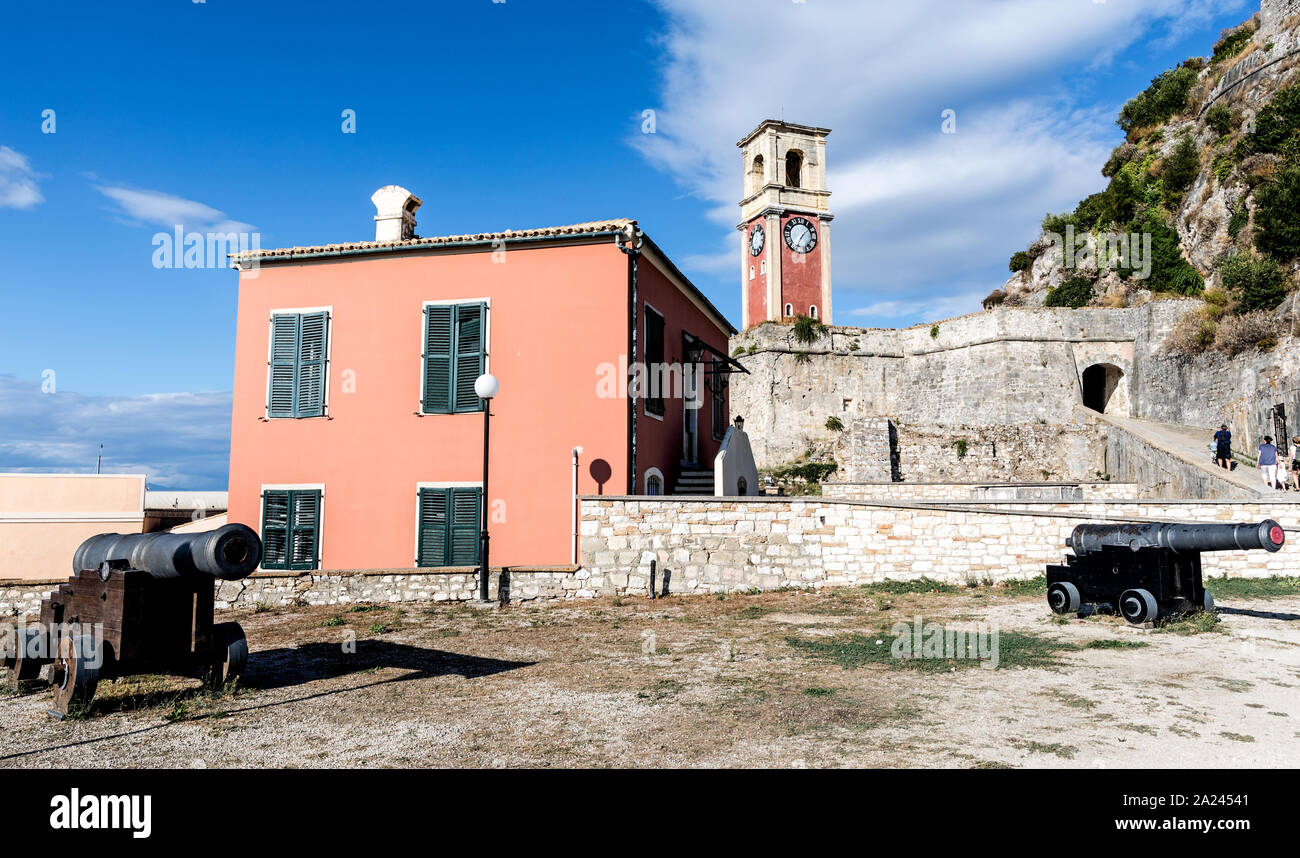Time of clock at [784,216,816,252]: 7:07
